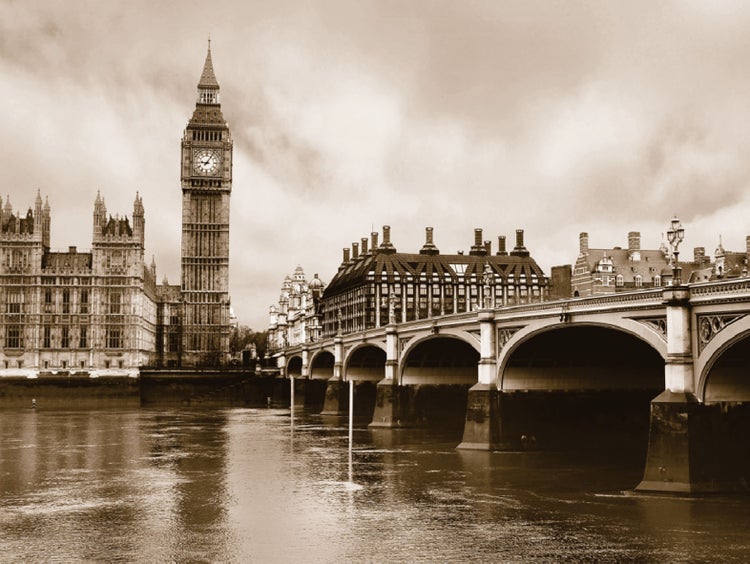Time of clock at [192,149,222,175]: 9:05
